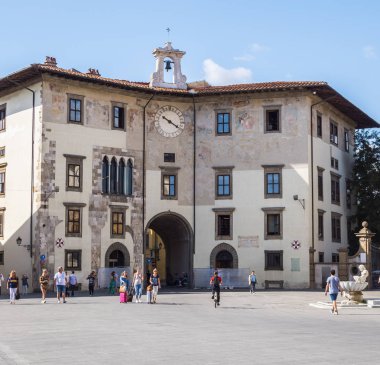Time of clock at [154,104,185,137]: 10:20
